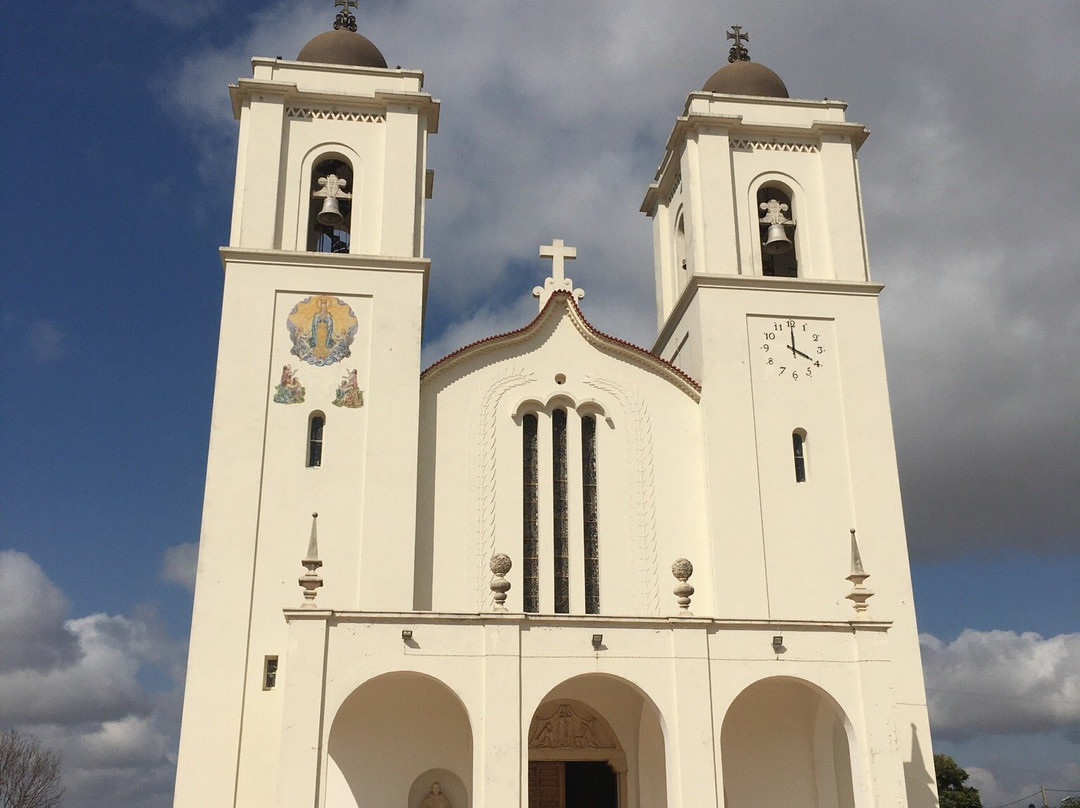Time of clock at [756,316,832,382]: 4:00
